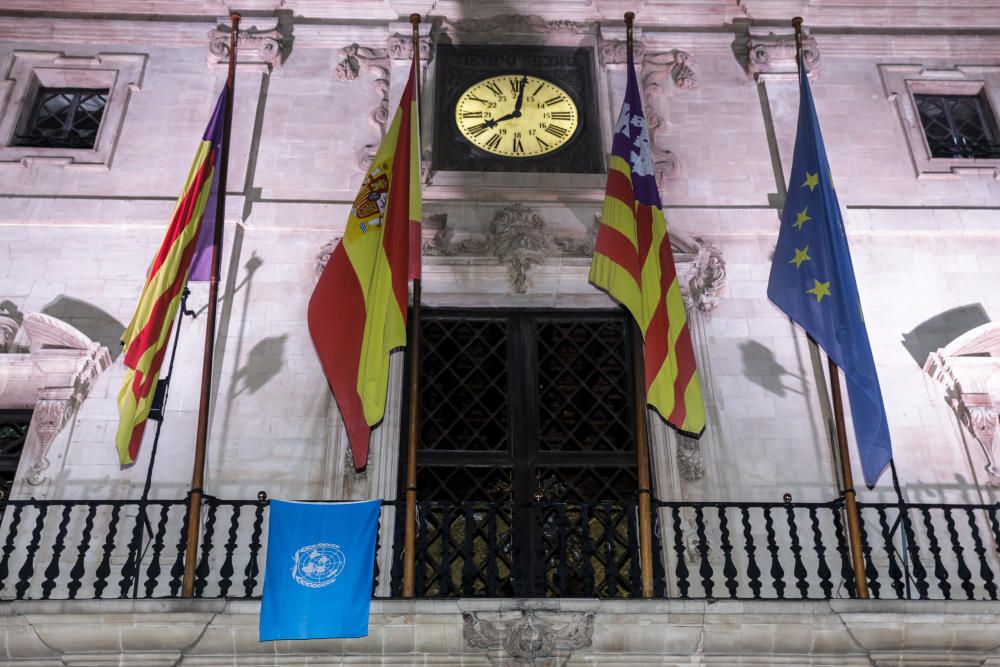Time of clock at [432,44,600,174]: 8:01
